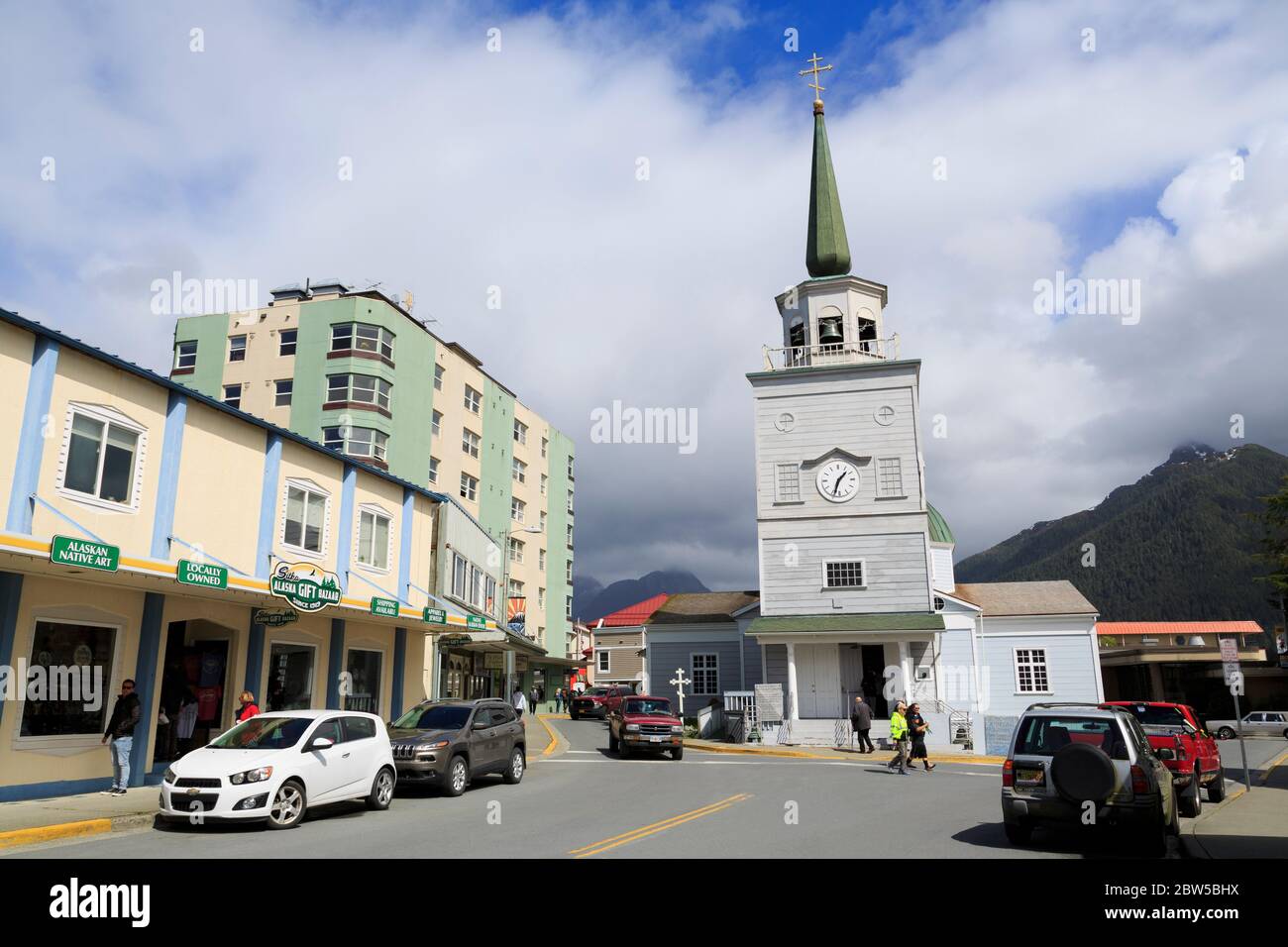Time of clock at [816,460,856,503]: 1:33
